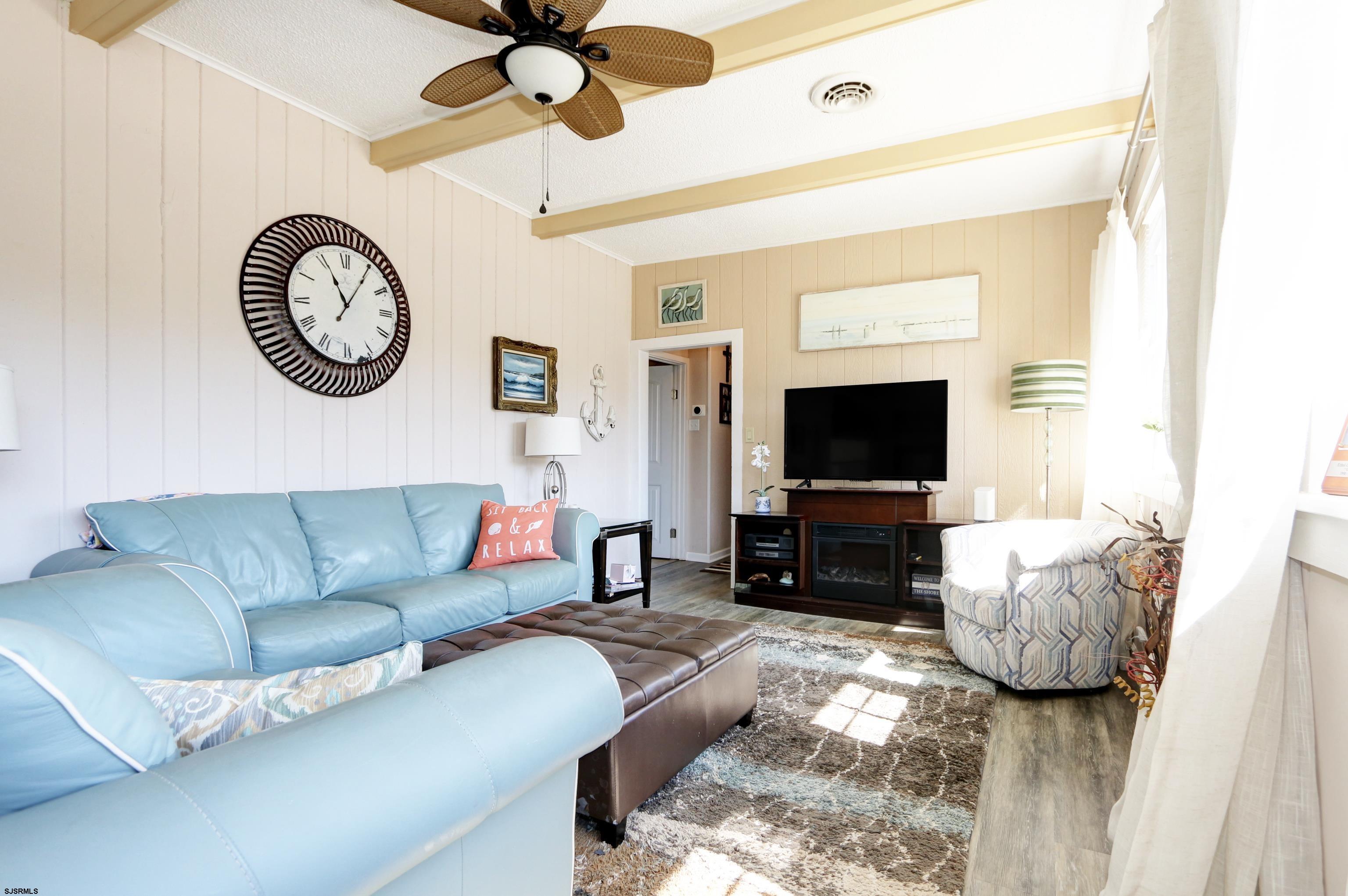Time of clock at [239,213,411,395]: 11:05
